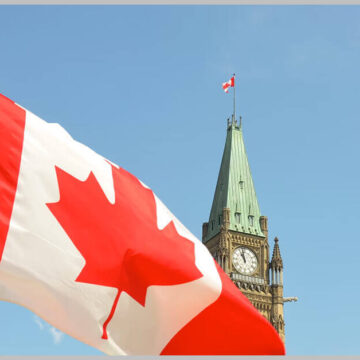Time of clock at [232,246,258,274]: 10:58
